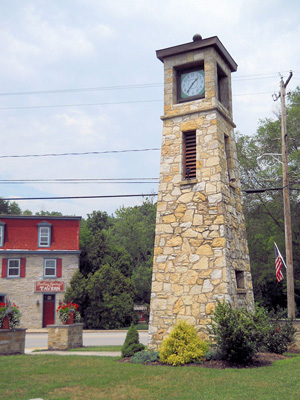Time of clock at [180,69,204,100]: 1:36
